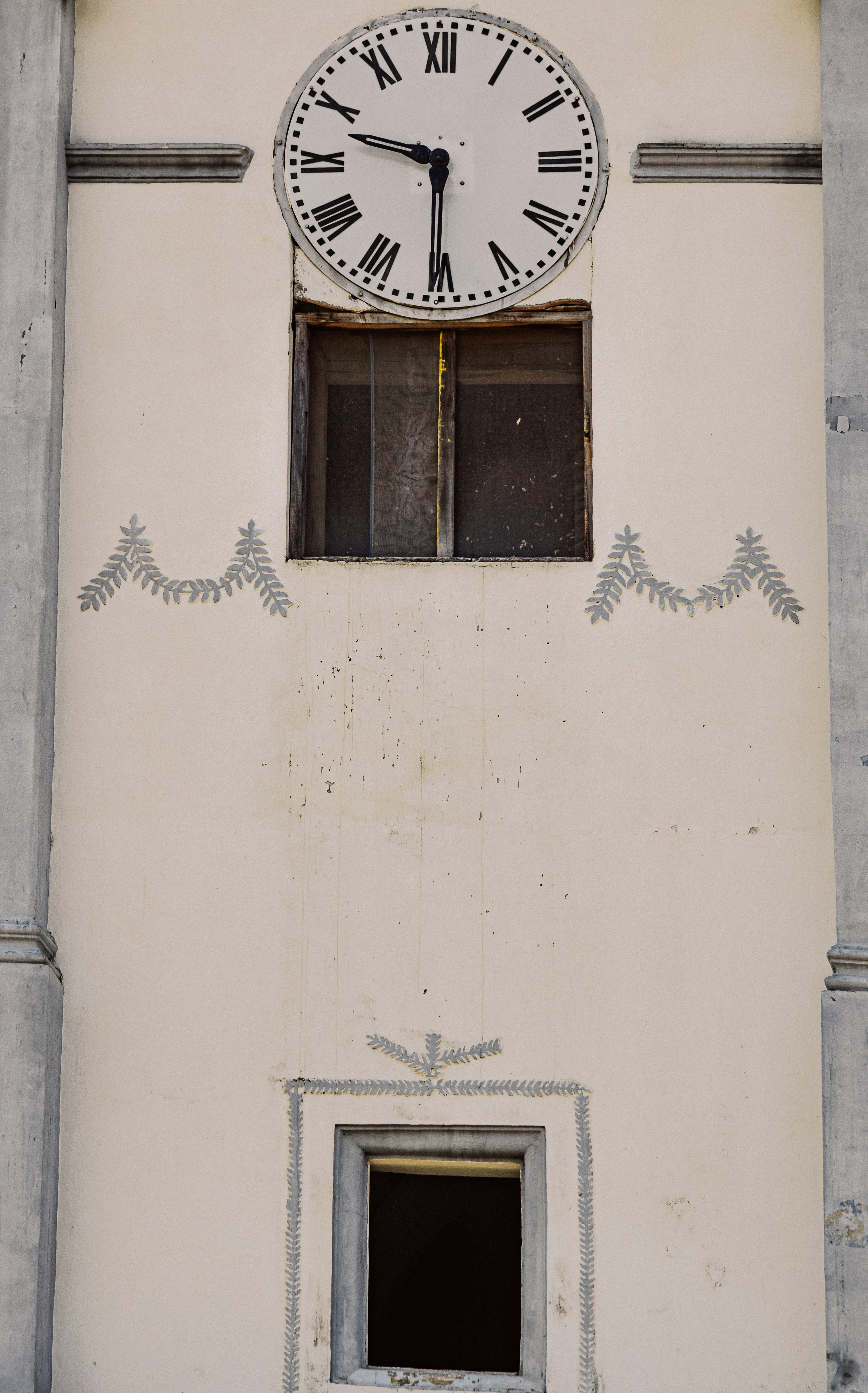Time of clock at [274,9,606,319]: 9:30
